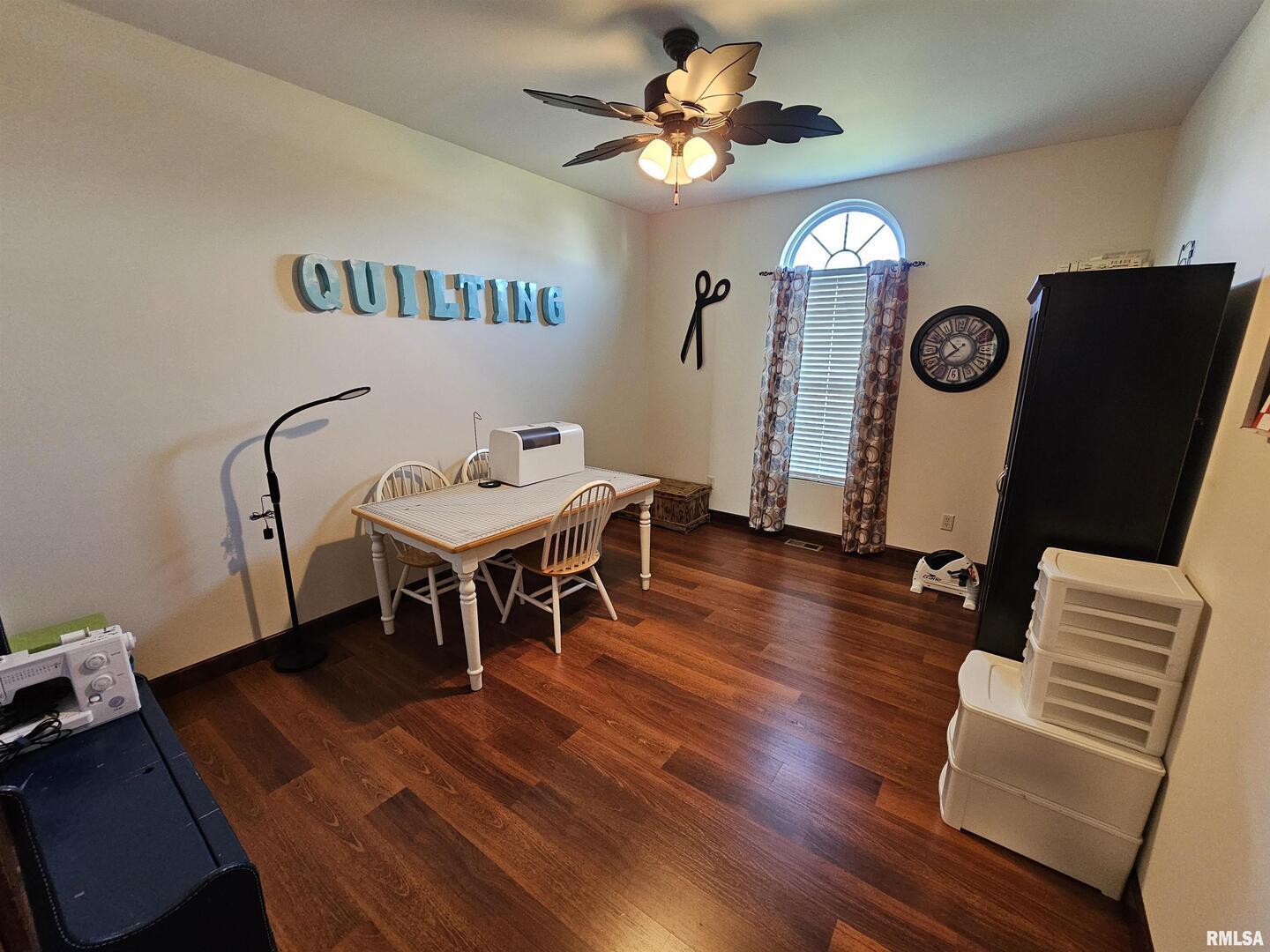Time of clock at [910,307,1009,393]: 7:52
